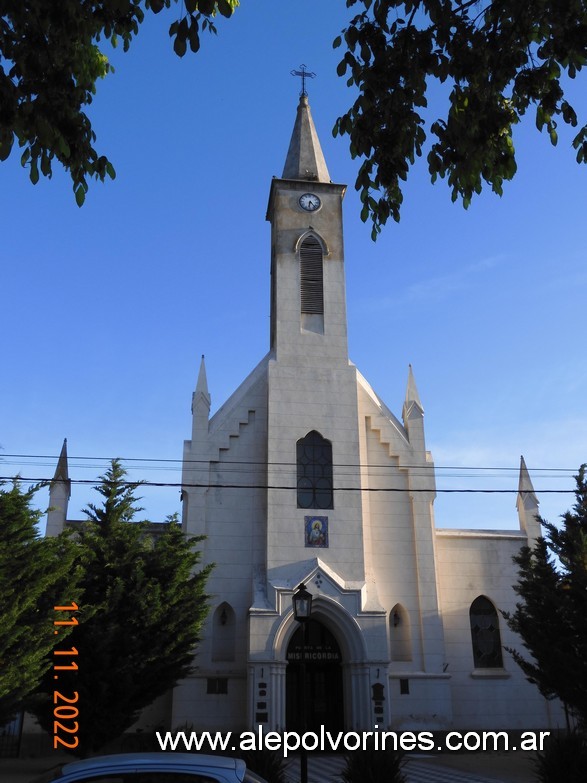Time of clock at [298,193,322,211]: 6:23
